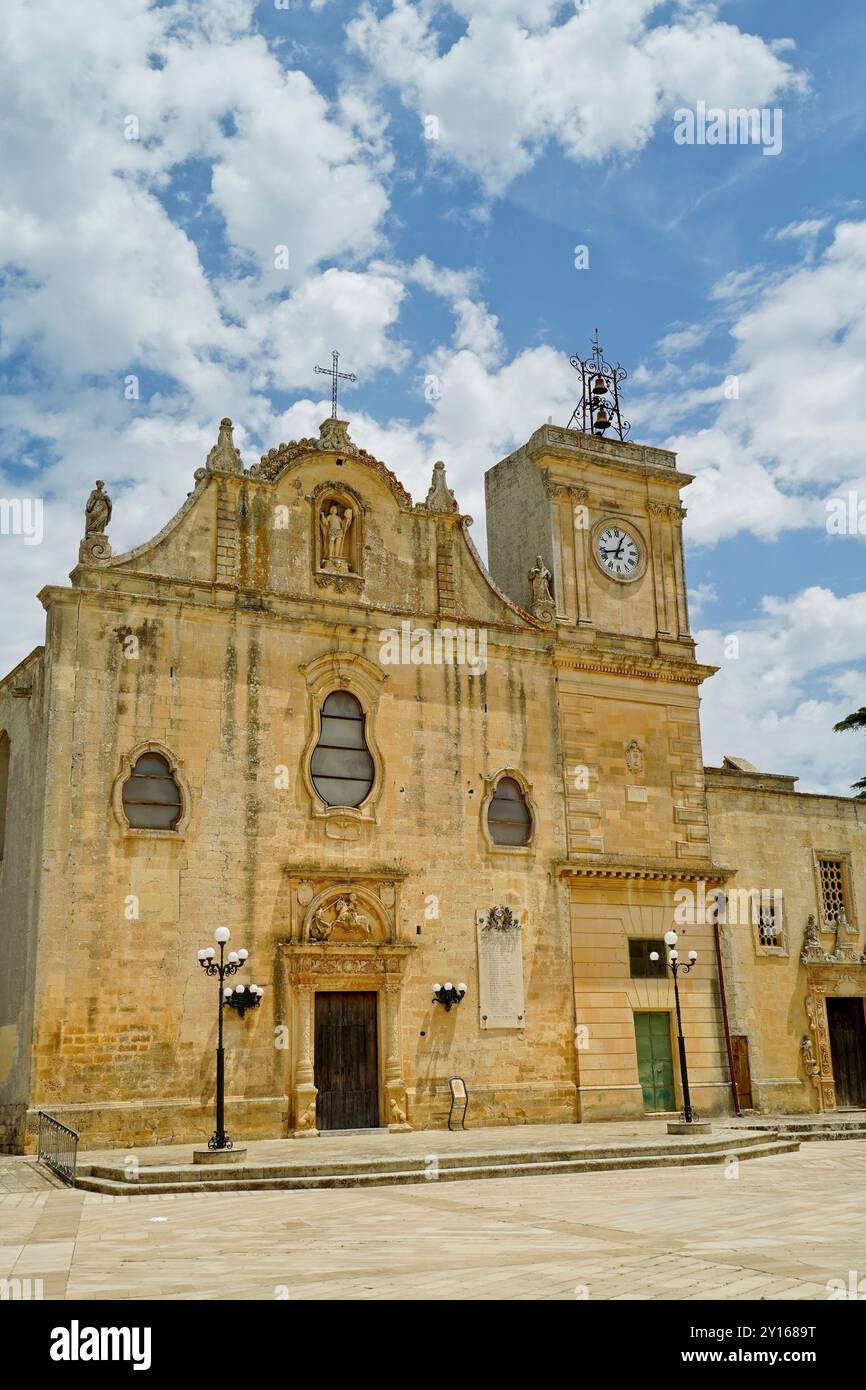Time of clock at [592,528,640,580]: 12:43
